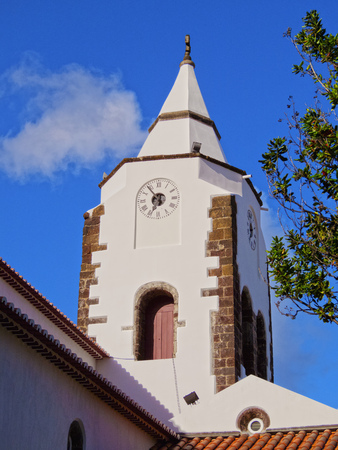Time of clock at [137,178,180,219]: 6:53
